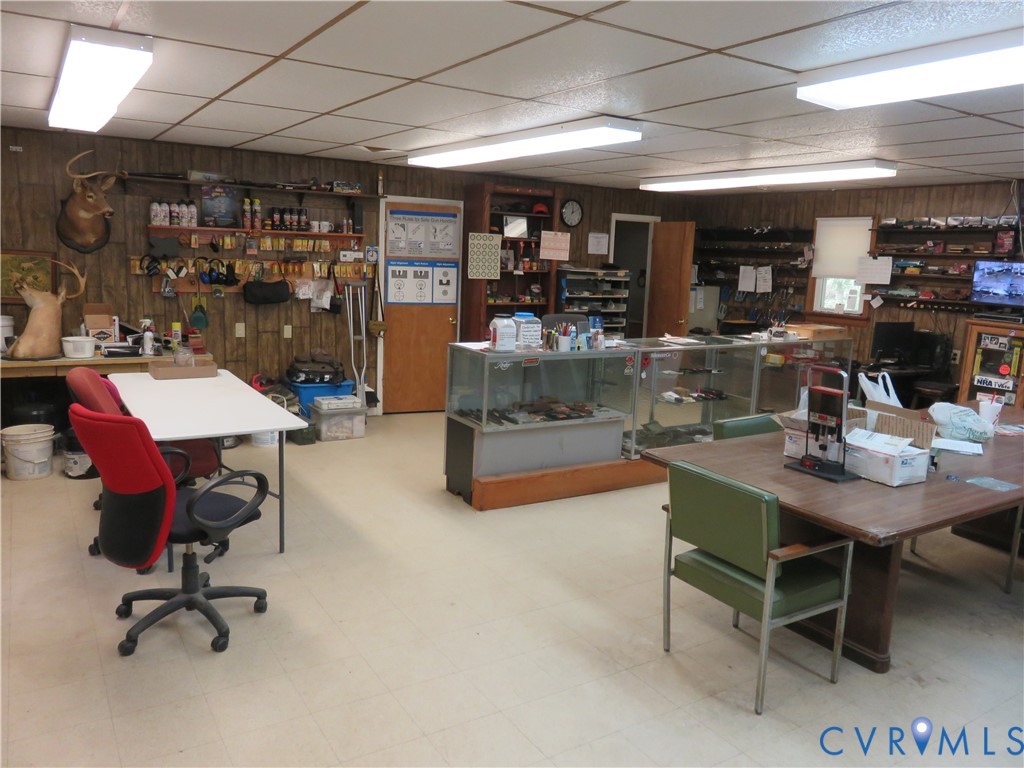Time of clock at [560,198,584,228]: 12:10
